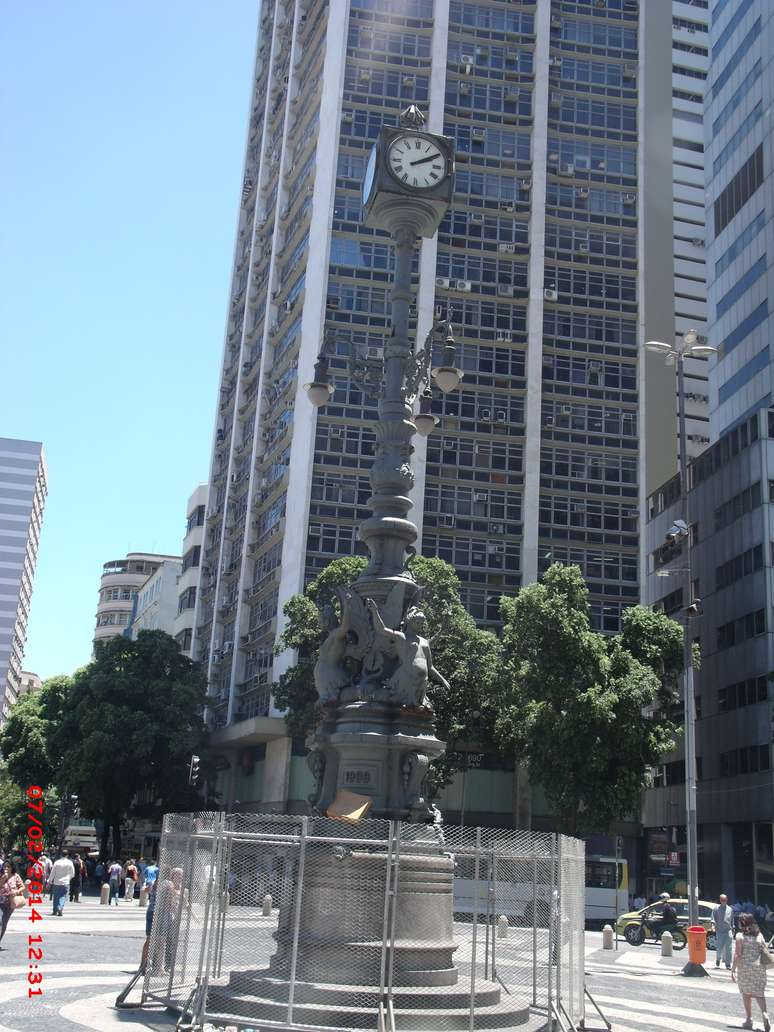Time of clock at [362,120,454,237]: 2:09
